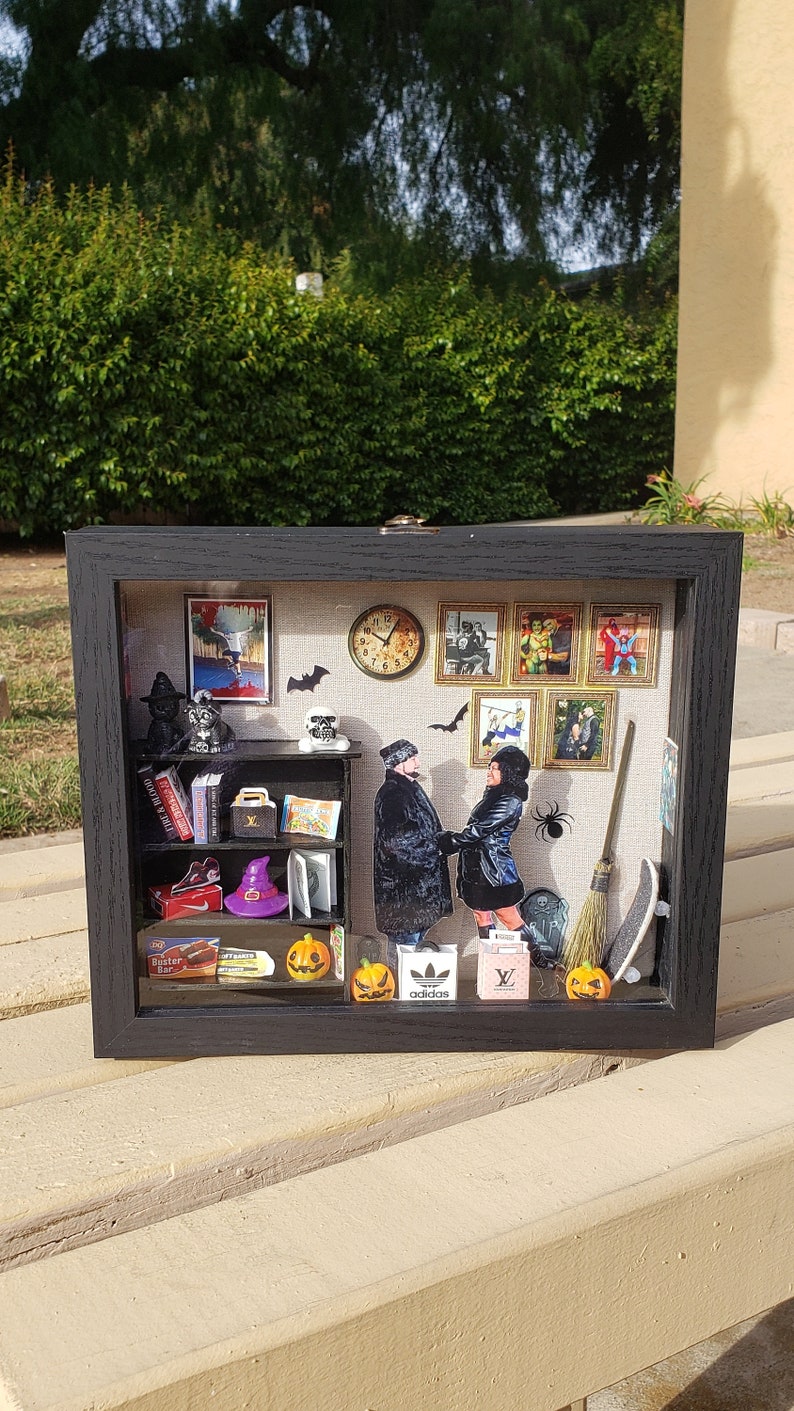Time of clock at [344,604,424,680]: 10:04
